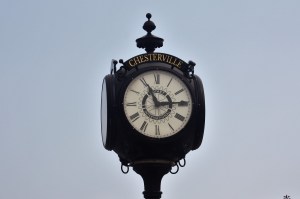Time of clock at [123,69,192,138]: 11:14
